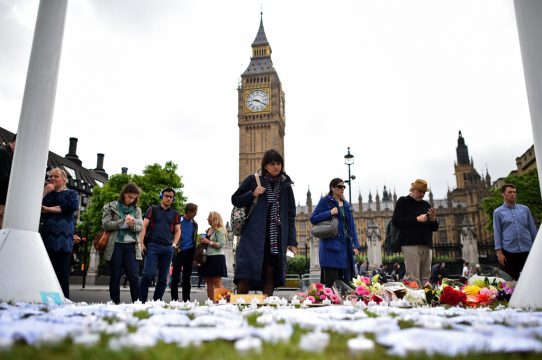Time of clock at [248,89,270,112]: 9:20
